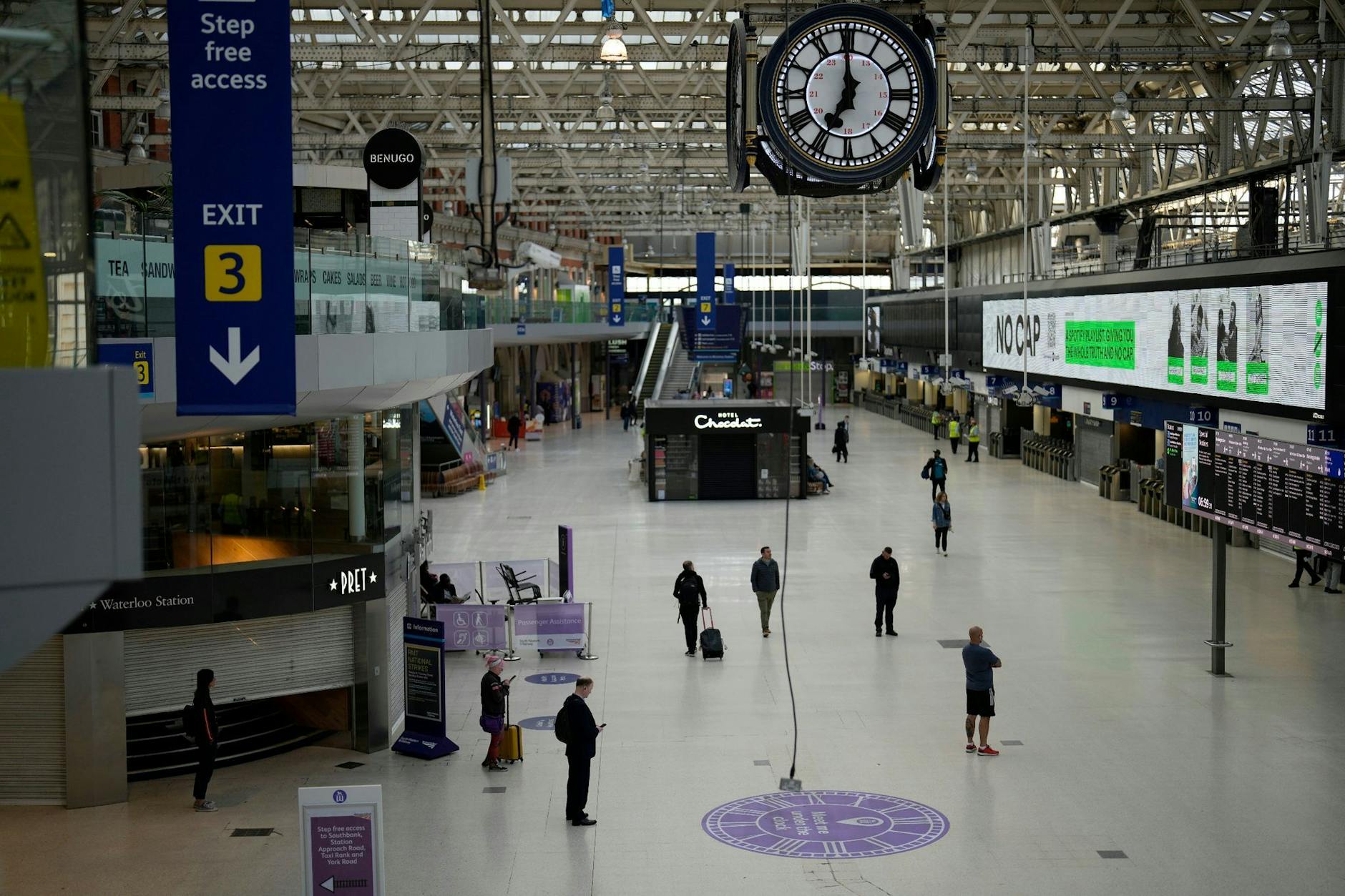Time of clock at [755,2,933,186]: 6:59
